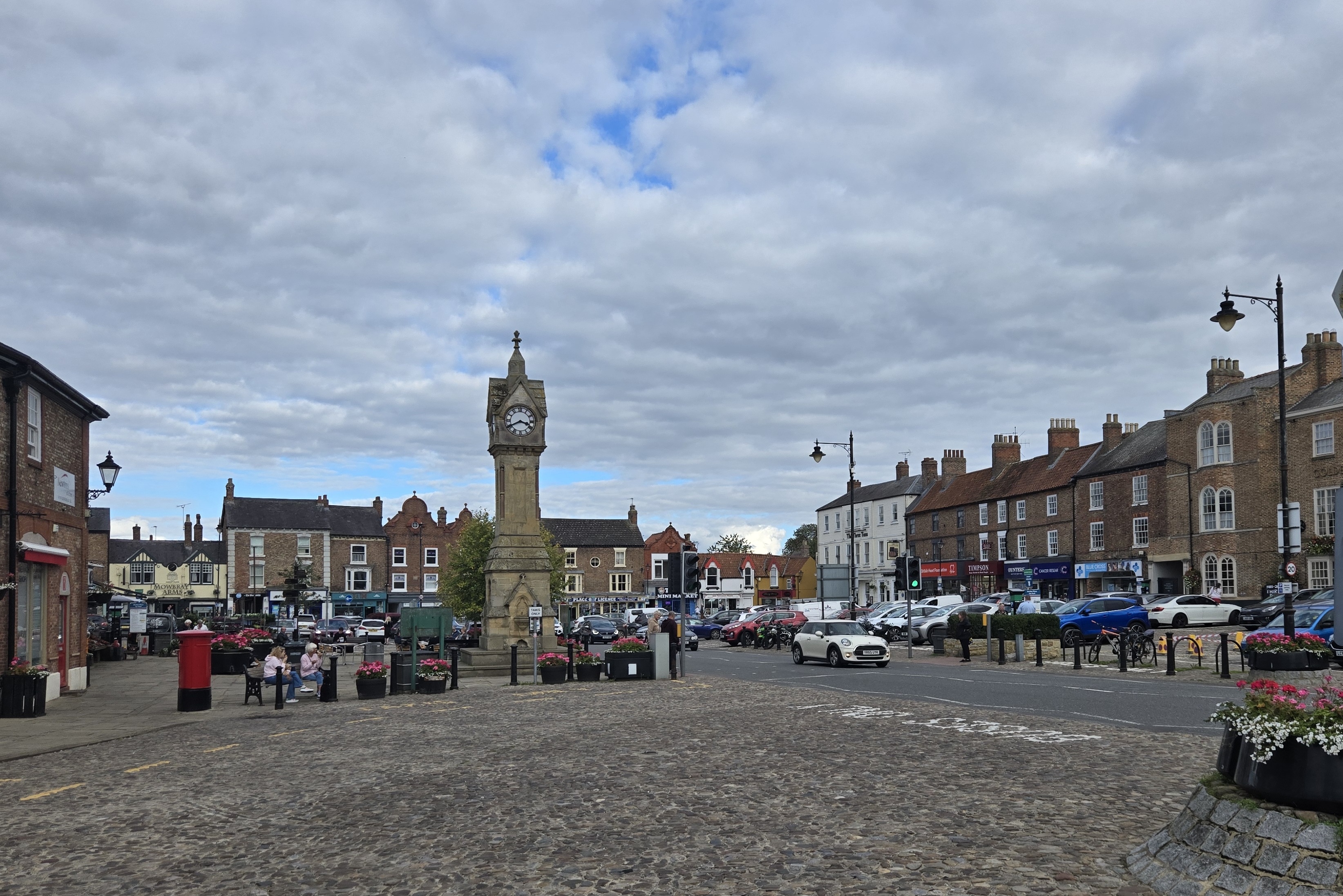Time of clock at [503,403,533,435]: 3:40
